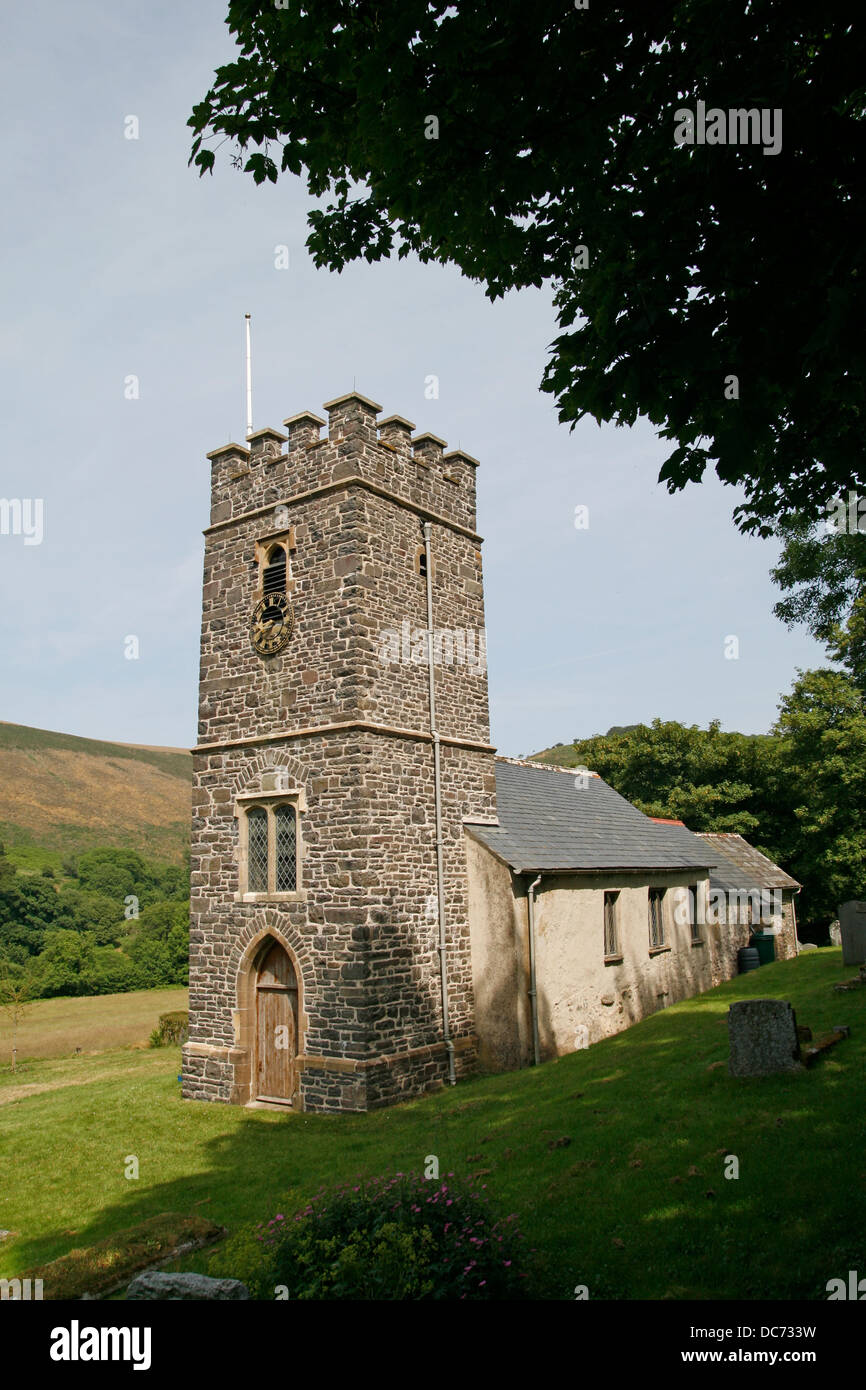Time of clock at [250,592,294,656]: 2:40
